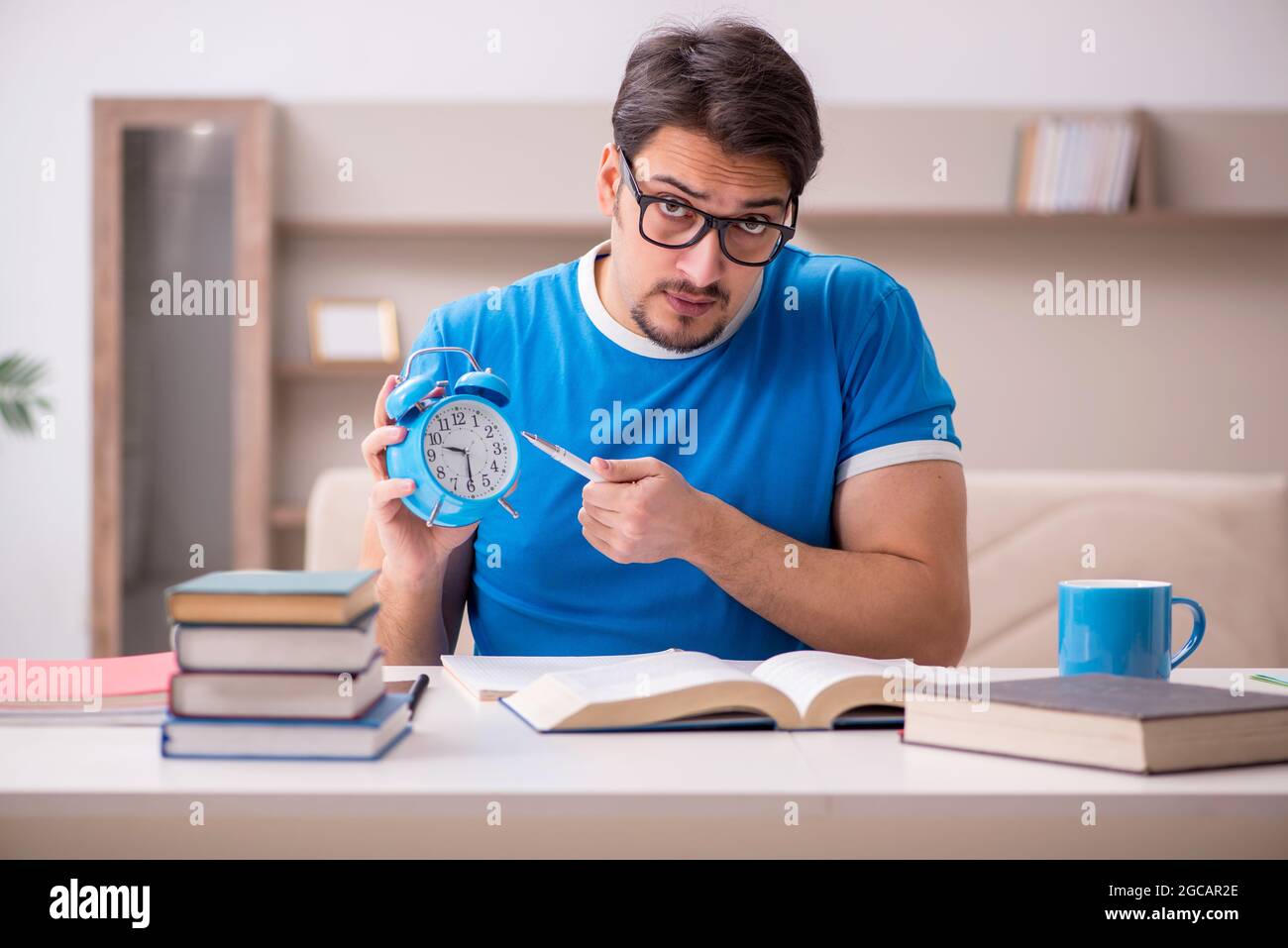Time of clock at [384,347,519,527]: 9:30
